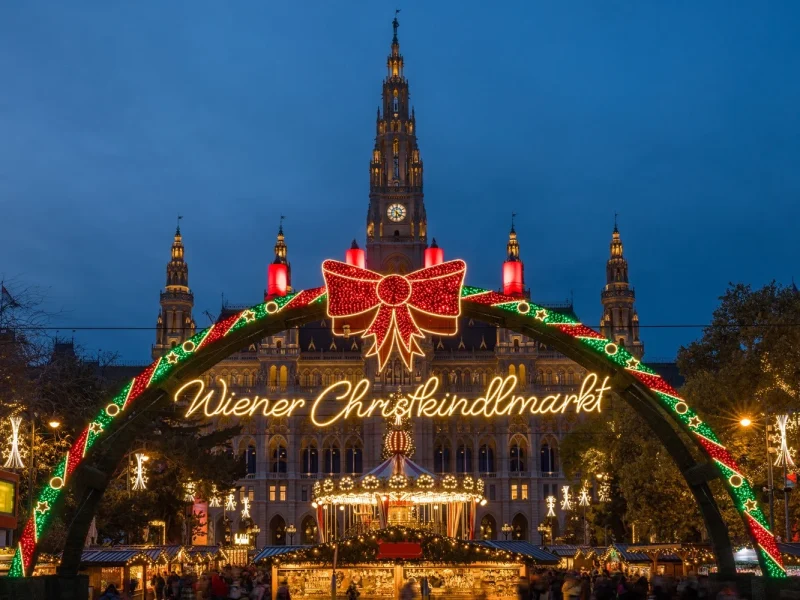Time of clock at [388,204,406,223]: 4:31
